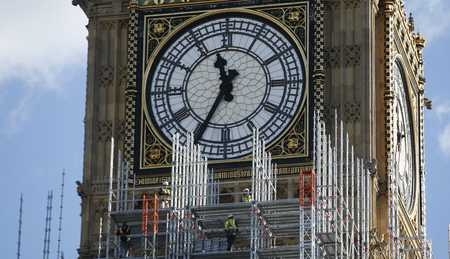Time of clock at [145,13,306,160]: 11:34
